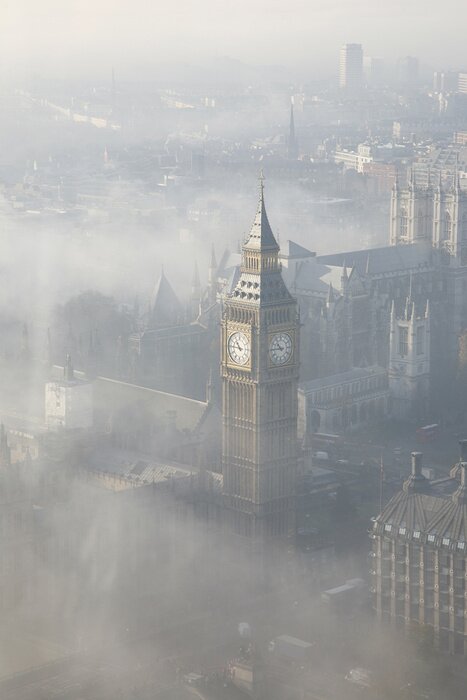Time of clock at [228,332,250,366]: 10:45
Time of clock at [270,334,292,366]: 10:45
